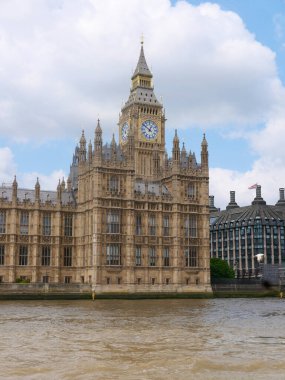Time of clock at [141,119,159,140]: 12:51
